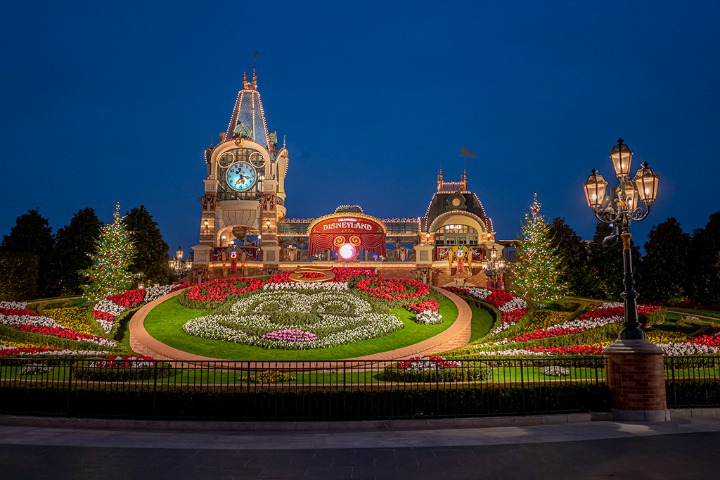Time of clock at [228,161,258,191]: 7:16
